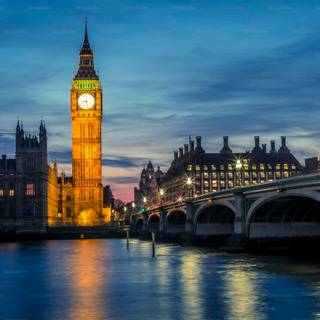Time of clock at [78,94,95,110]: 8:27
